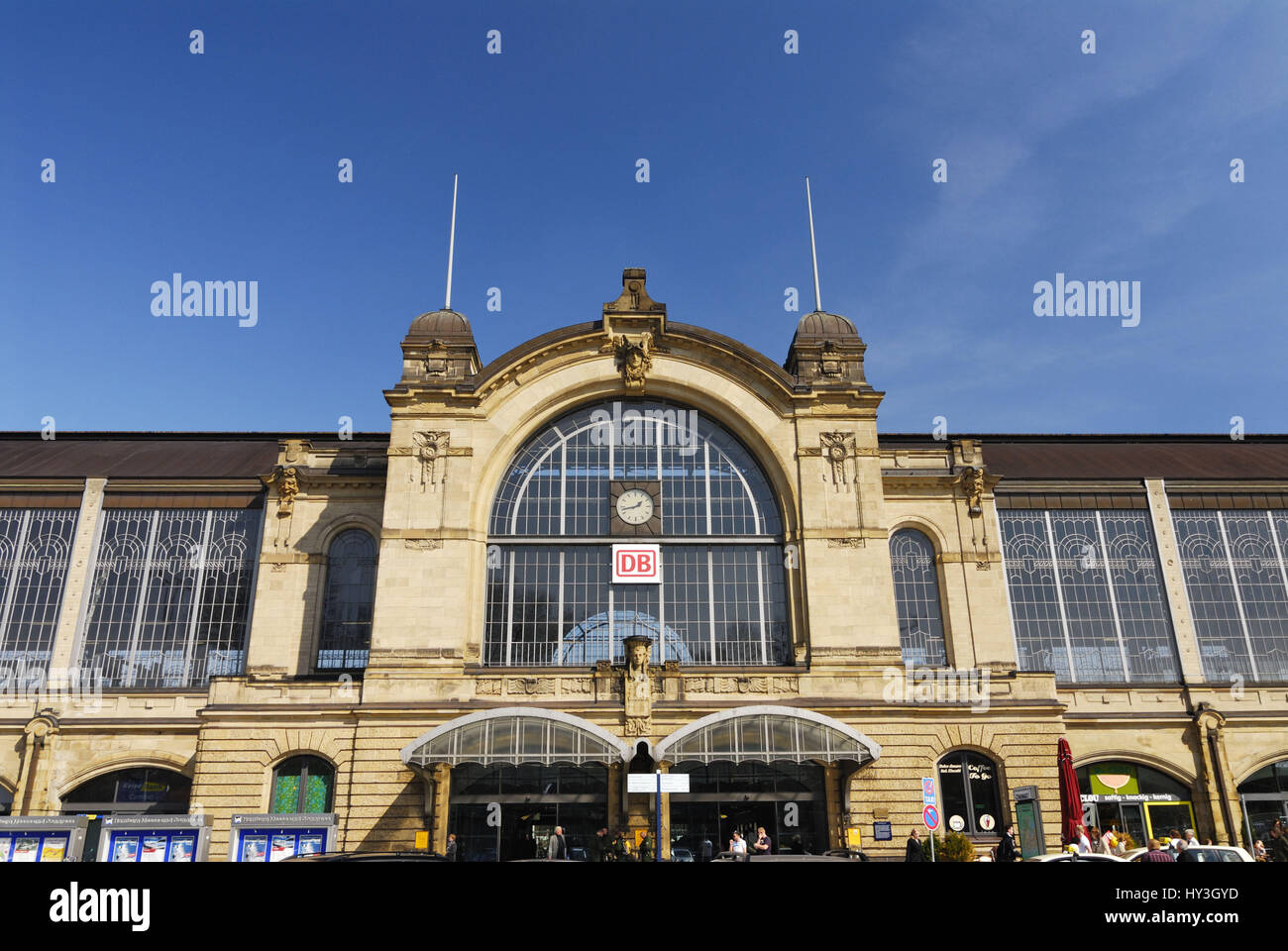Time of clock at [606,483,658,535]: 1:42
